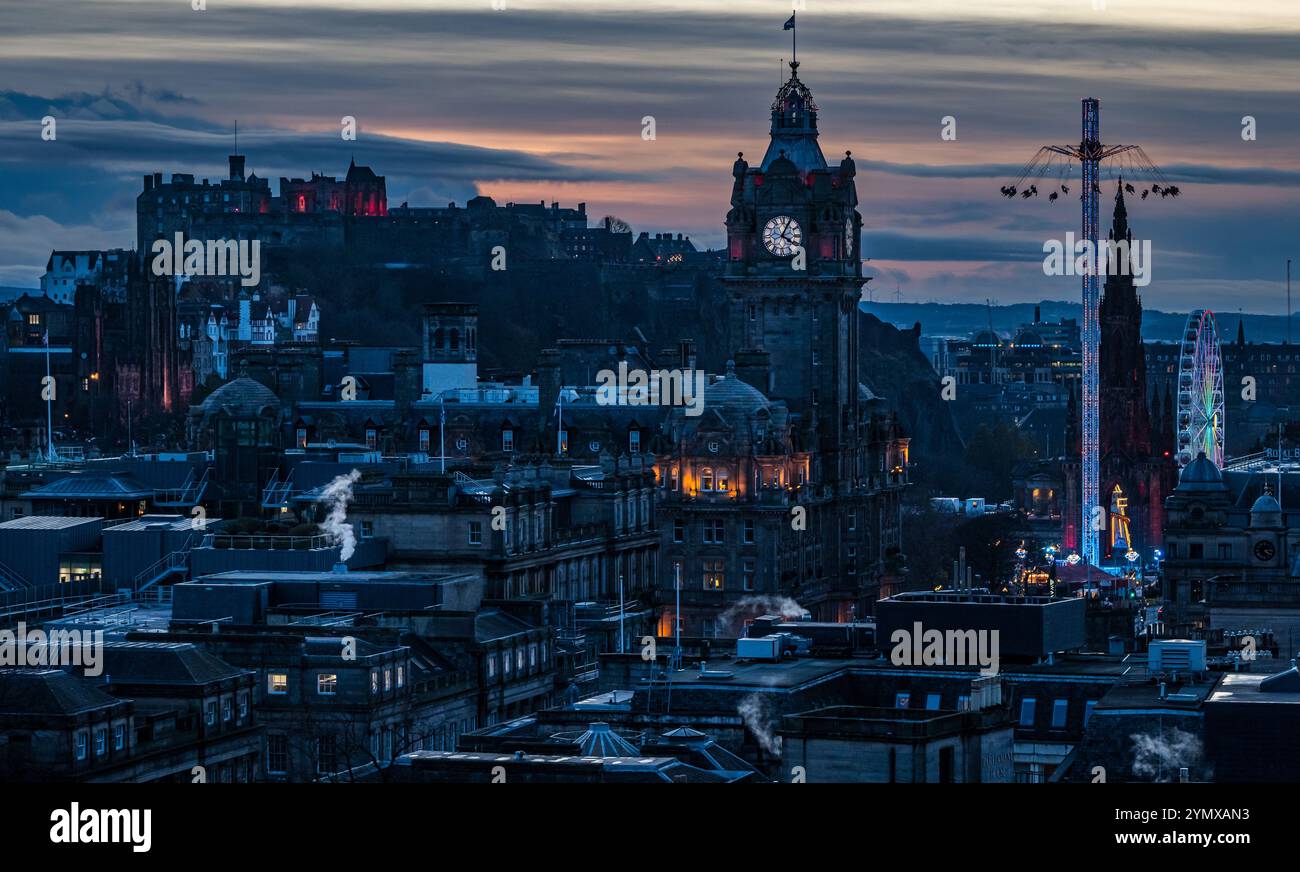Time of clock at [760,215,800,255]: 4:04
